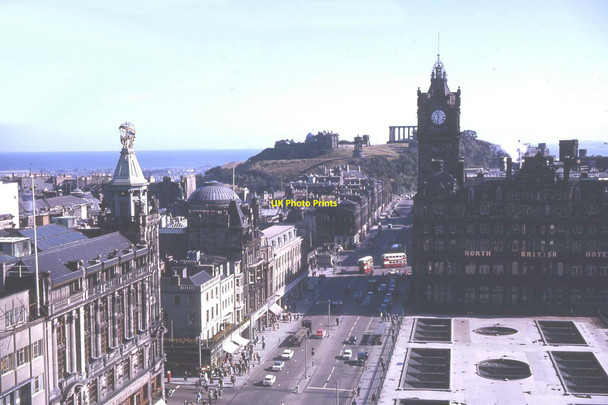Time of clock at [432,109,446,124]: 11:32
